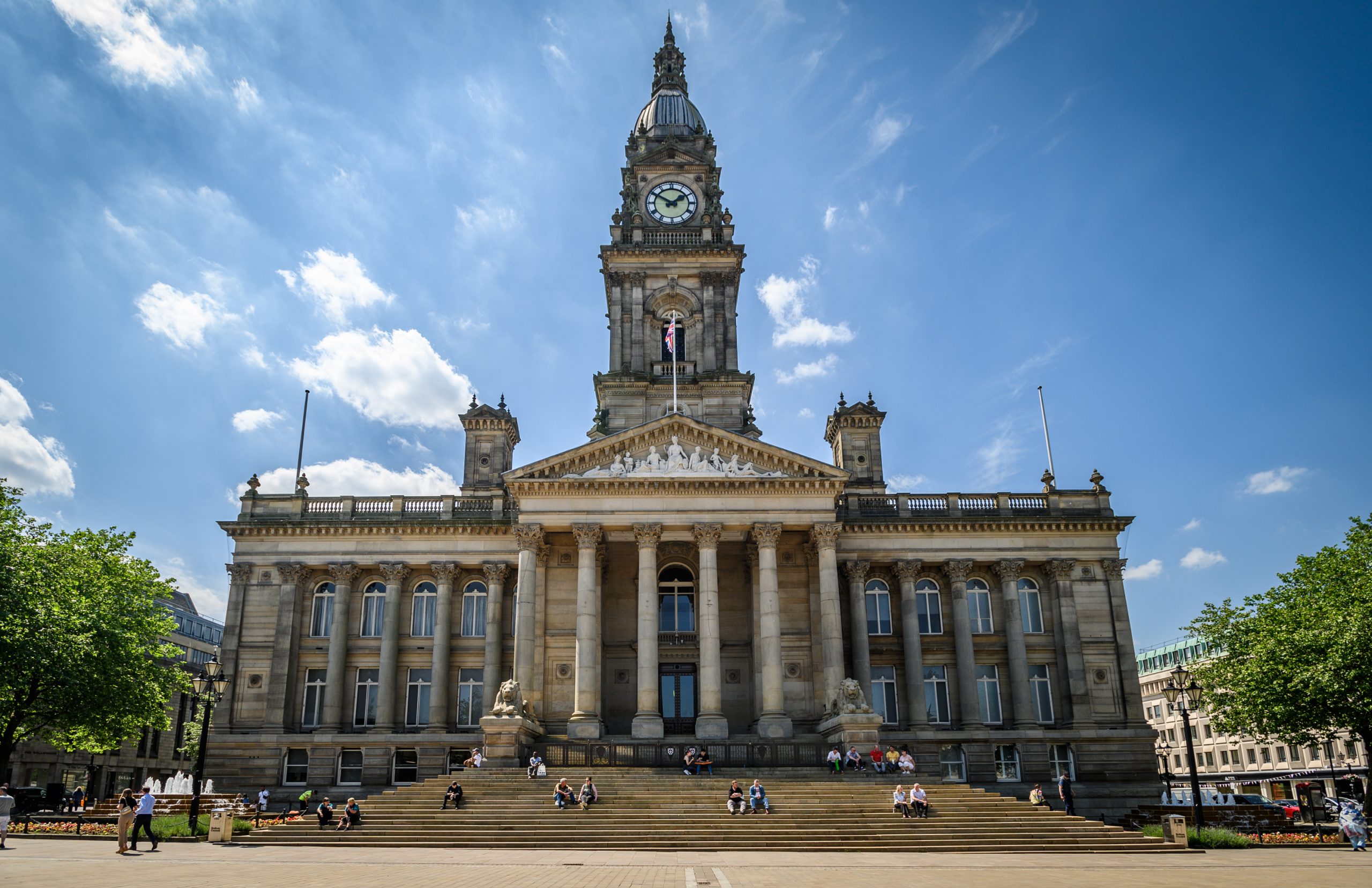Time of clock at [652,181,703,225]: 1:50
